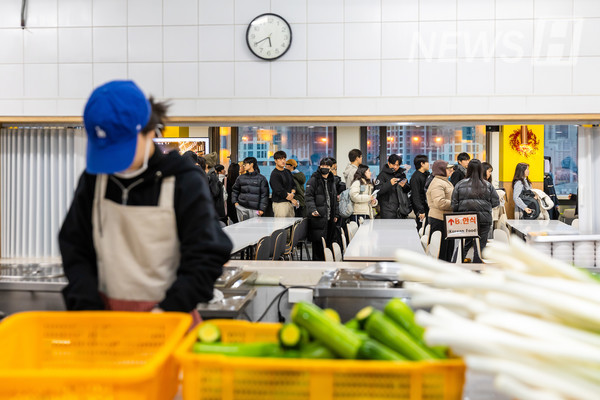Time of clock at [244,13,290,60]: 5:40
